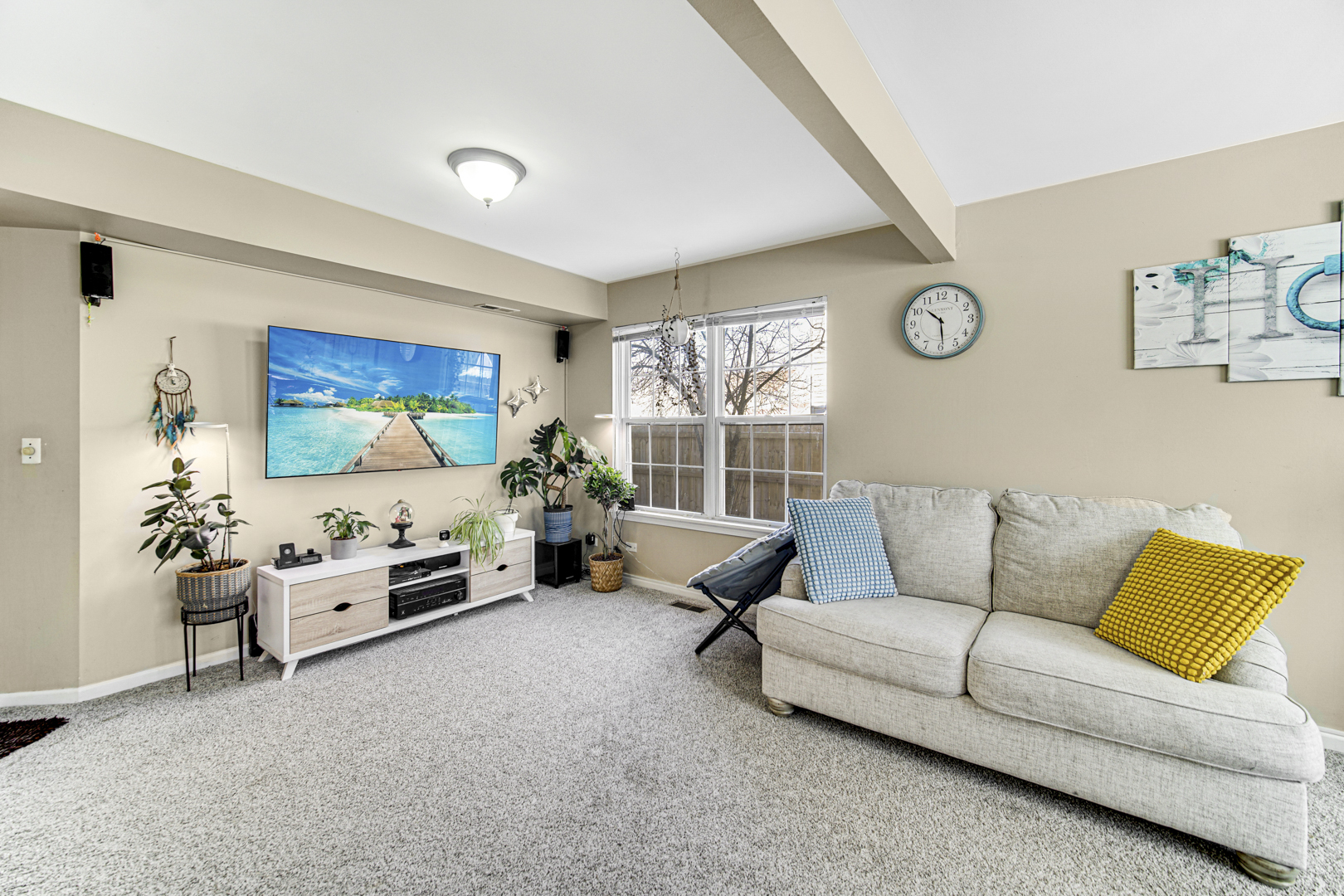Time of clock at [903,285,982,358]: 10:29
